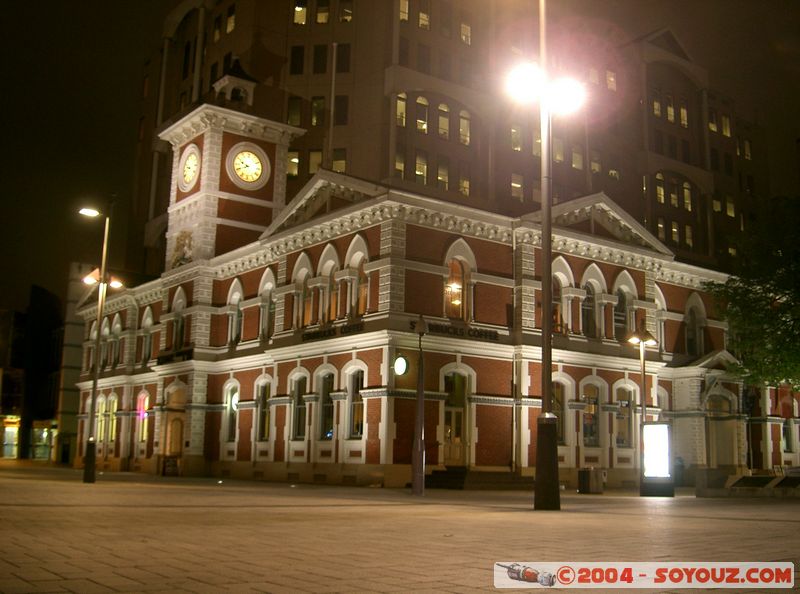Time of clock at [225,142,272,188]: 9:41
